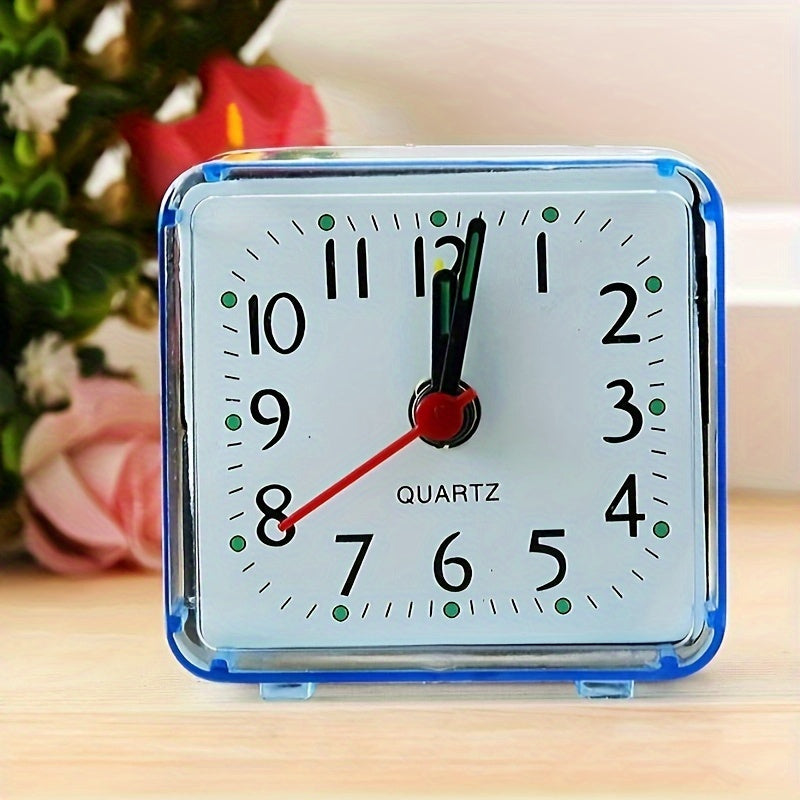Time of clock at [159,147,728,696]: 12:01
